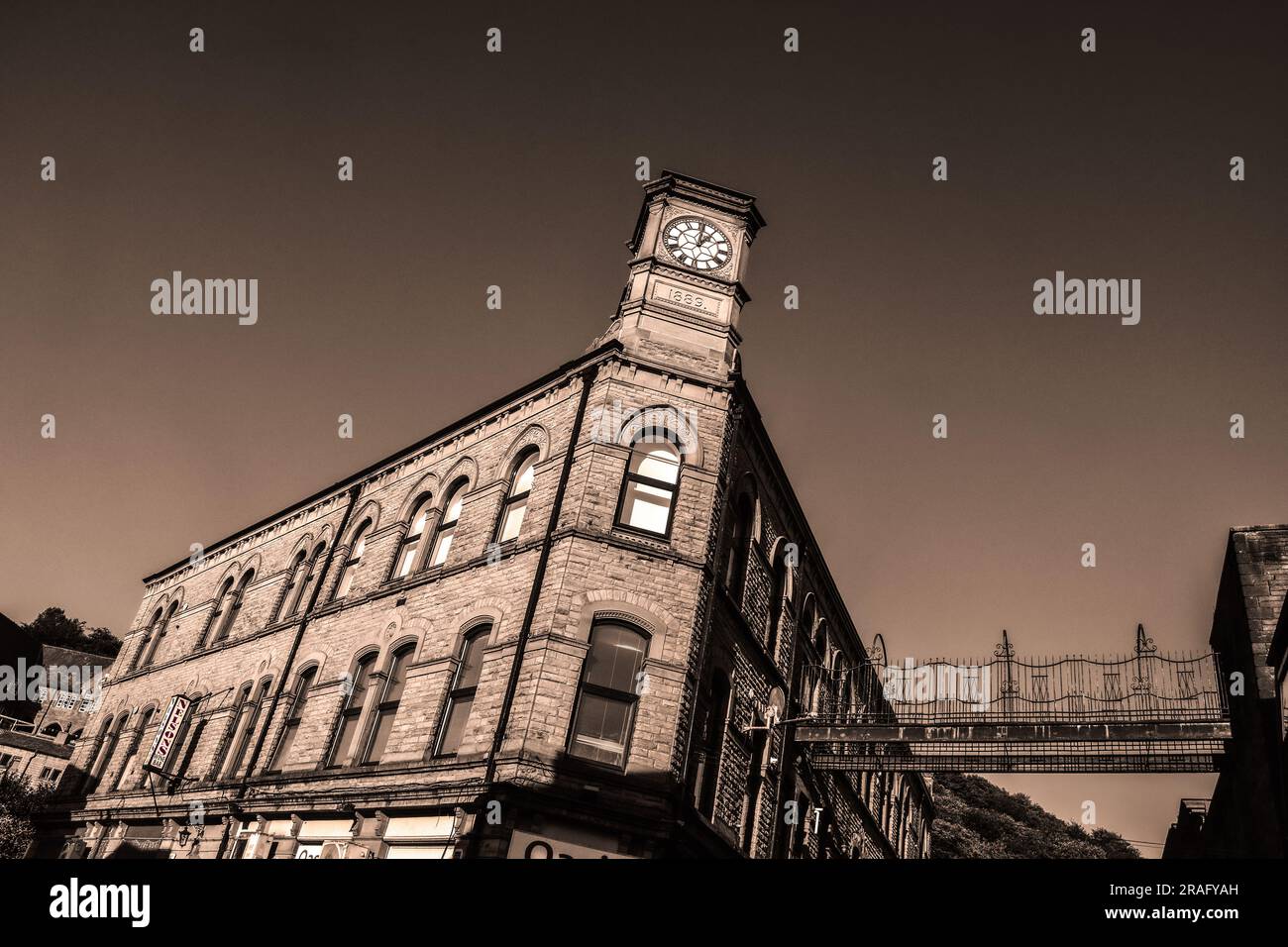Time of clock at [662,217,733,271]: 12:05
